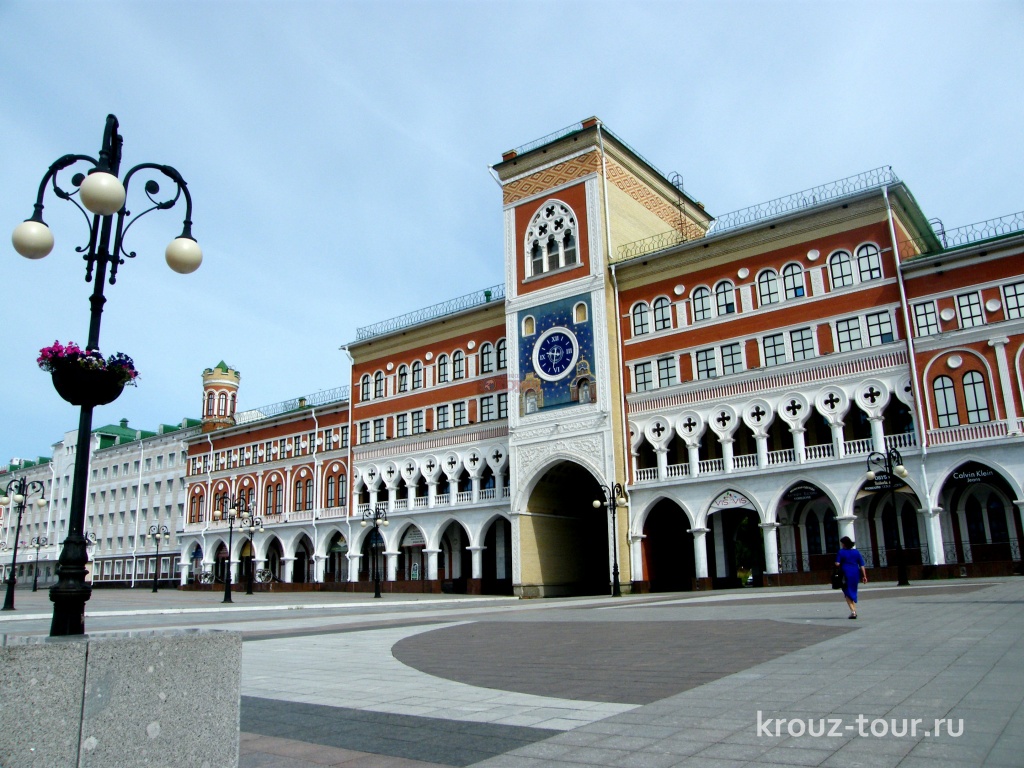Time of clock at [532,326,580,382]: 9:32
